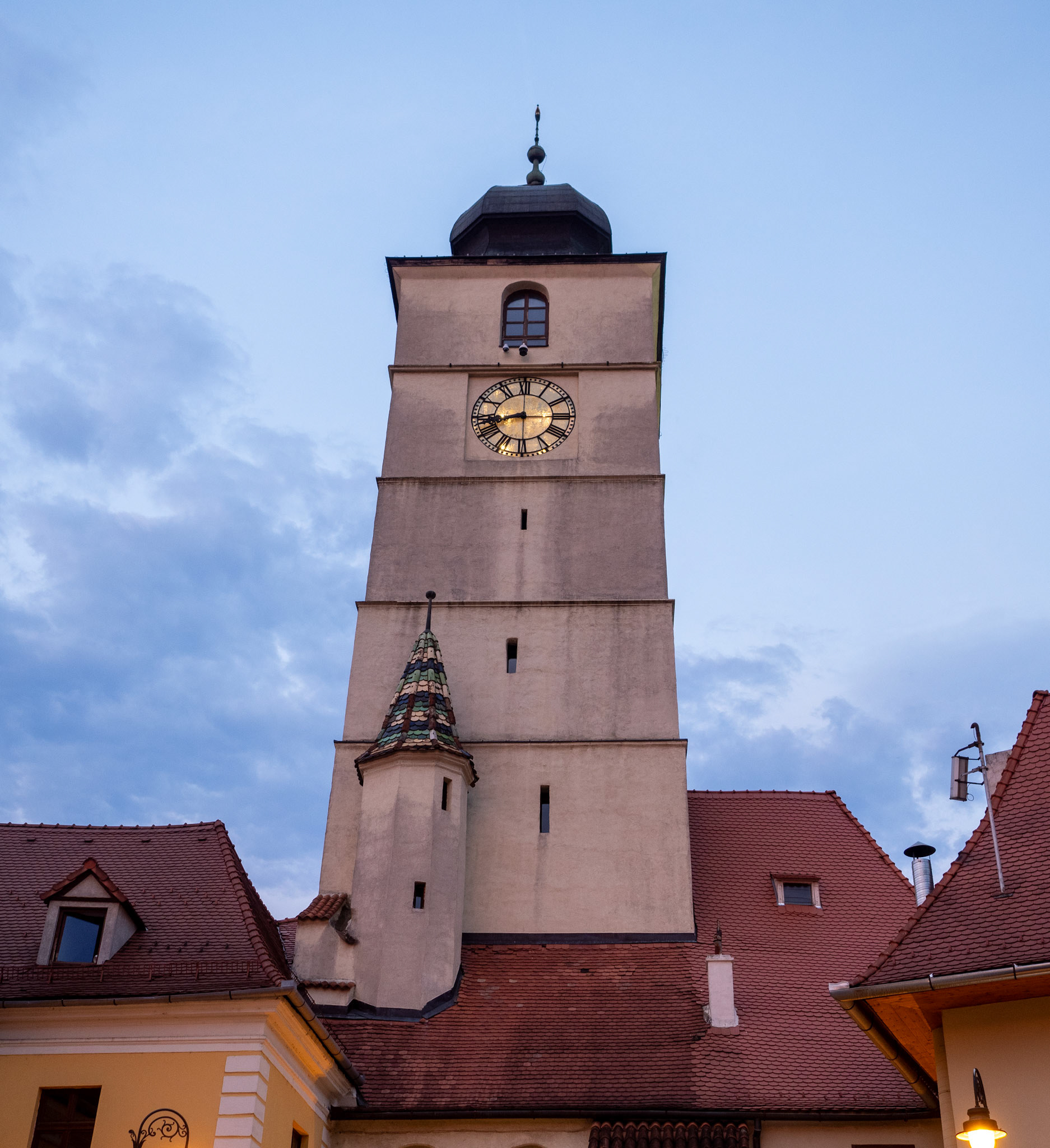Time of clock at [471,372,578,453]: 8:15
